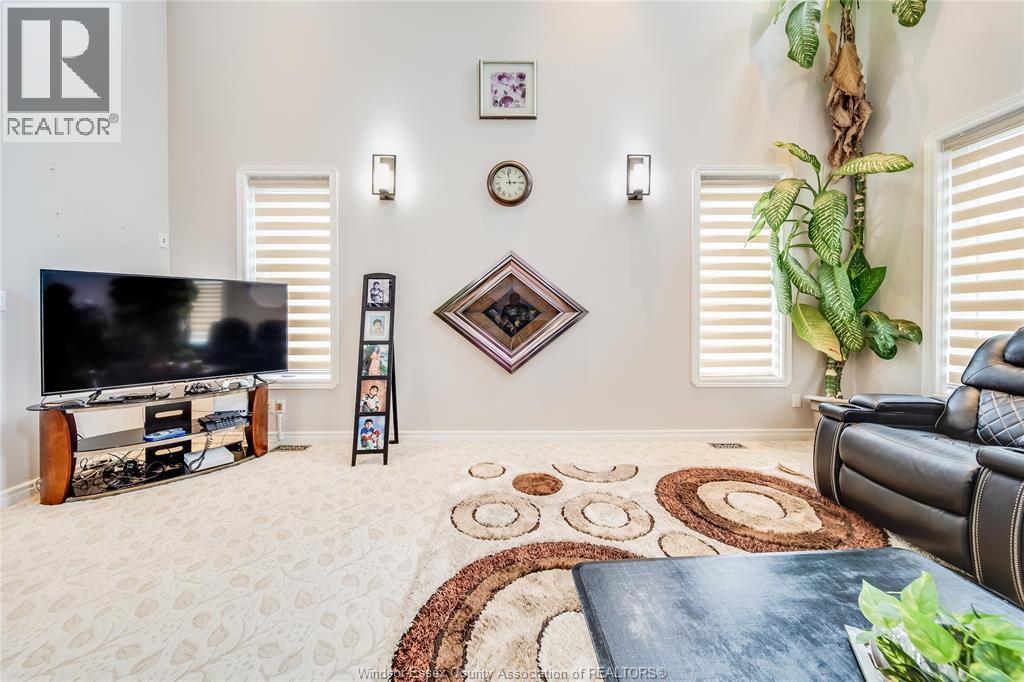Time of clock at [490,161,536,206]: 2:58
